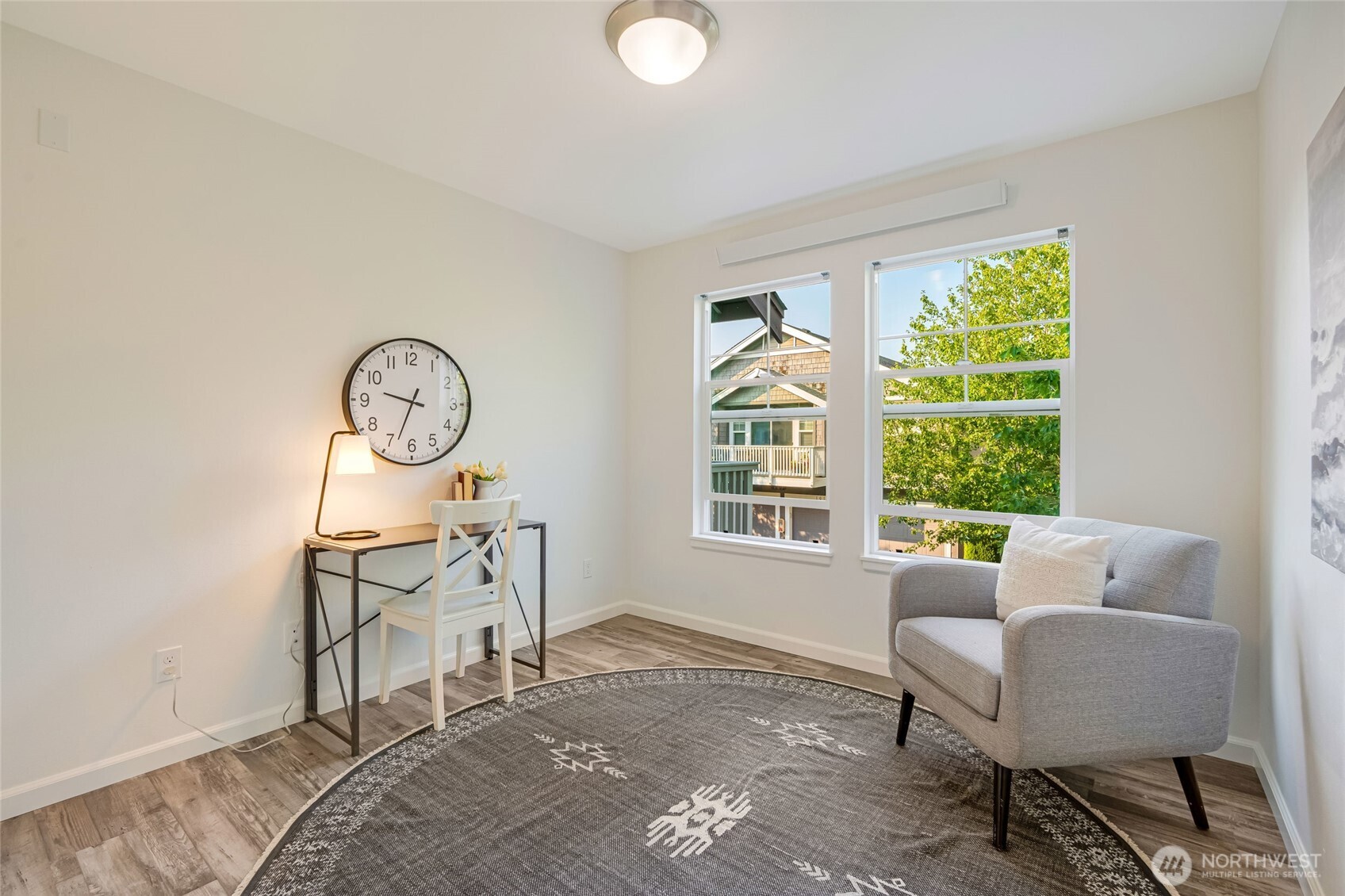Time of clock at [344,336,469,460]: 9:33
